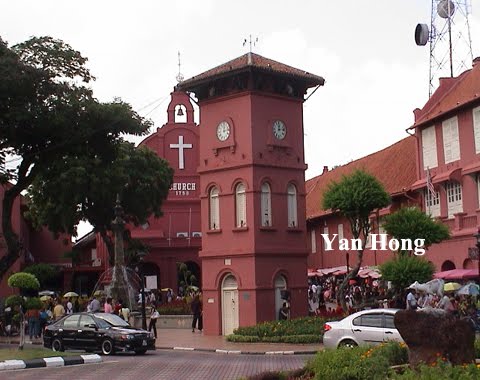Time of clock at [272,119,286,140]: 12:13
